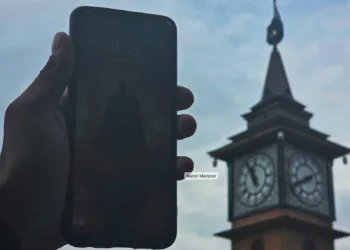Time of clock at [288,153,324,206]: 1:40
